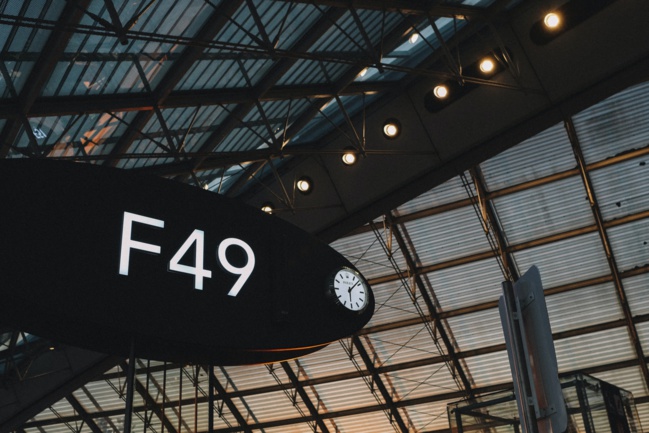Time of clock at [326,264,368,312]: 6:08
